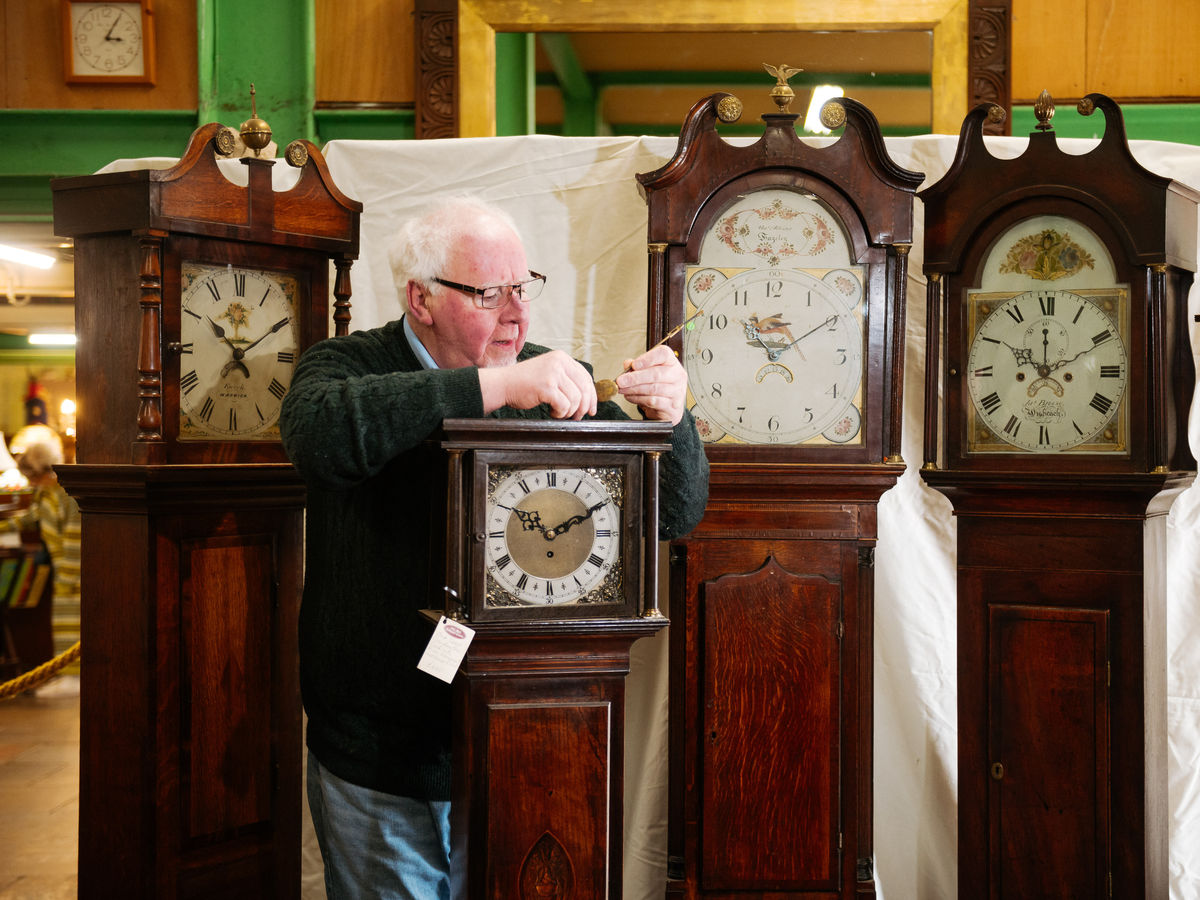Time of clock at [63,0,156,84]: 3:05
